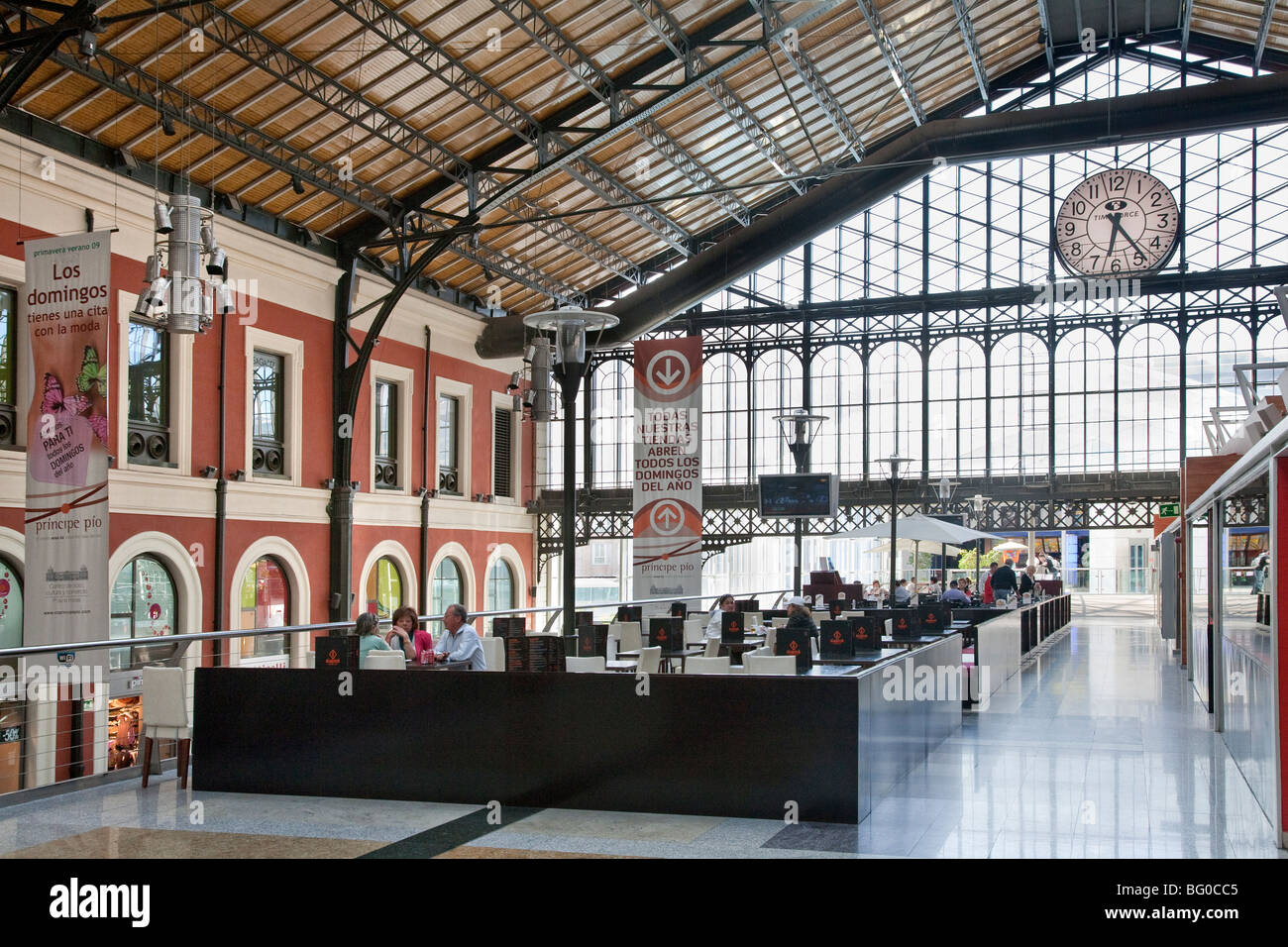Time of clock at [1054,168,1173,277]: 6:24
